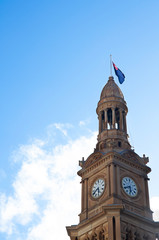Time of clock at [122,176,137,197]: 5:40
